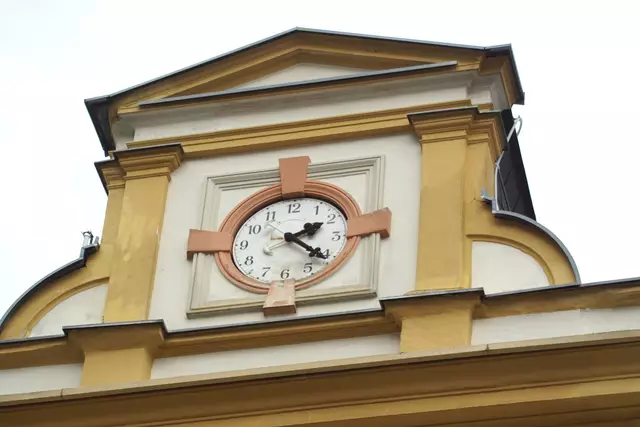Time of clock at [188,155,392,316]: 2:21
